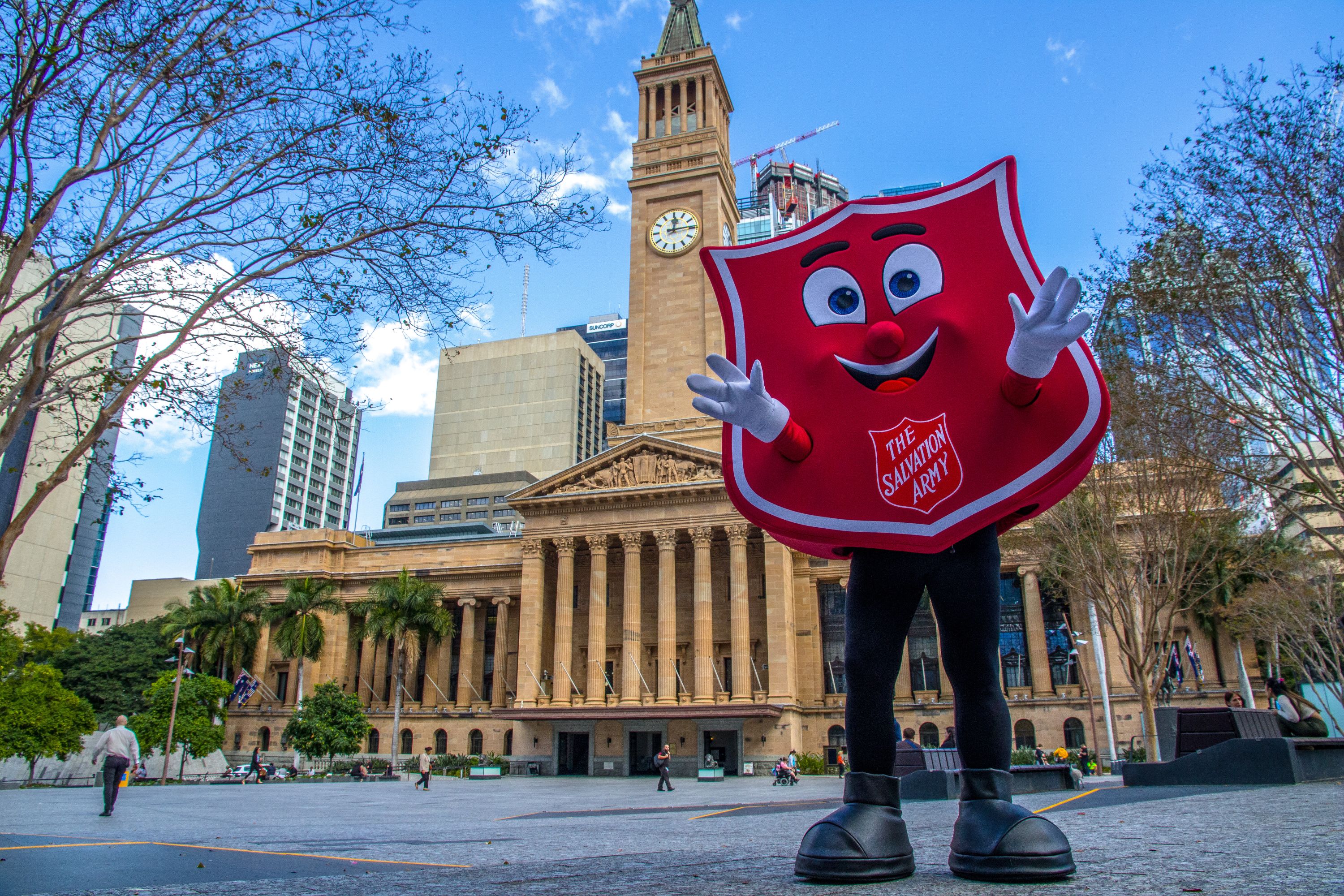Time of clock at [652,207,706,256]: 12:14
